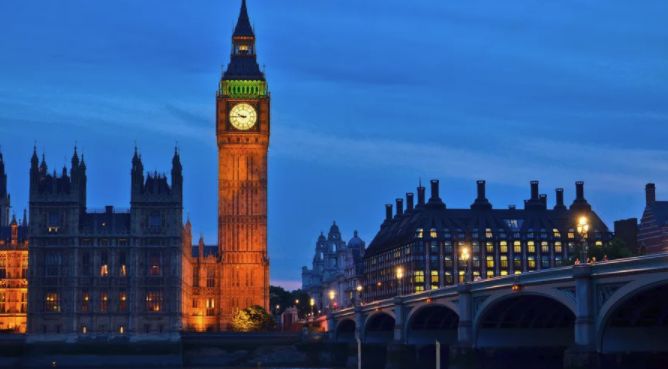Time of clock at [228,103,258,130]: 9:44
